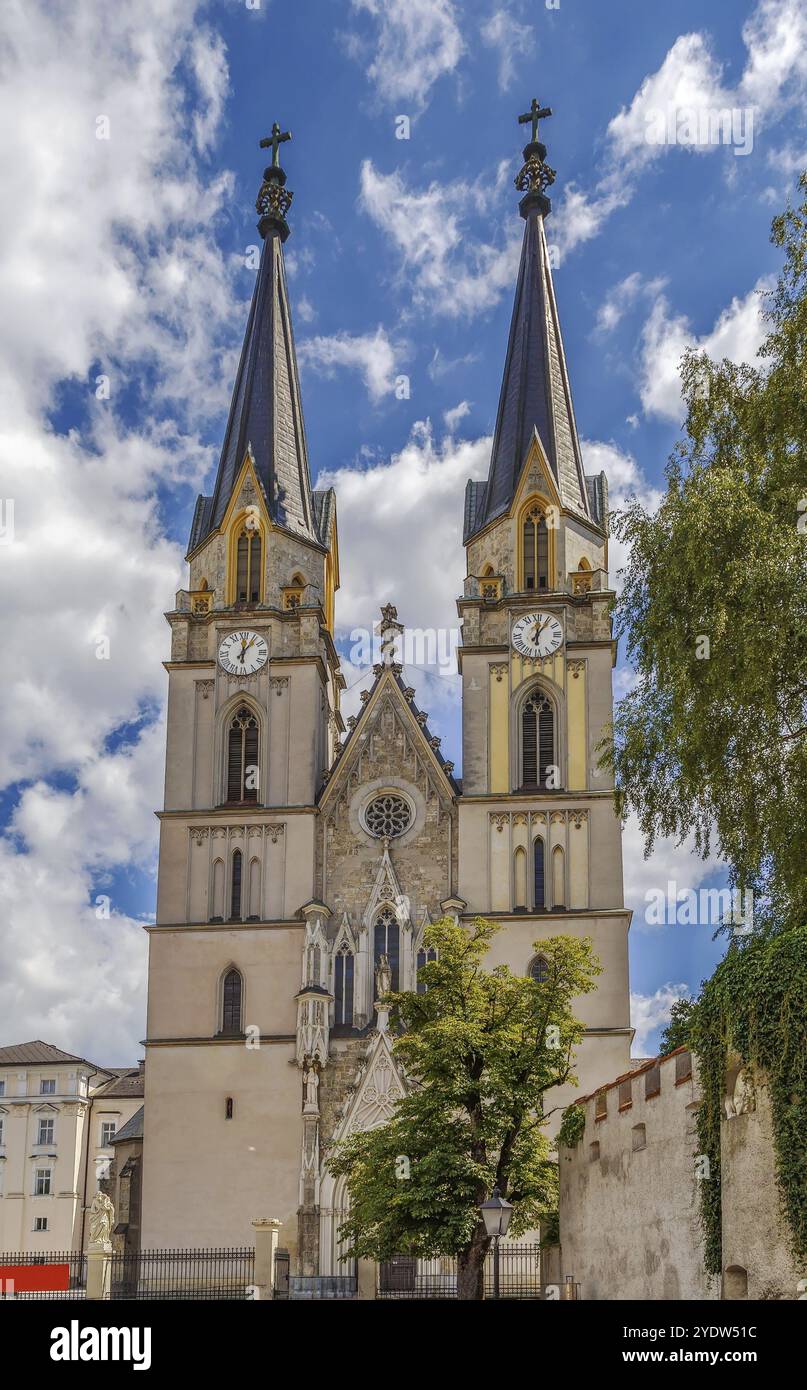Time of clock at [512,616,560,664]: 12:06
